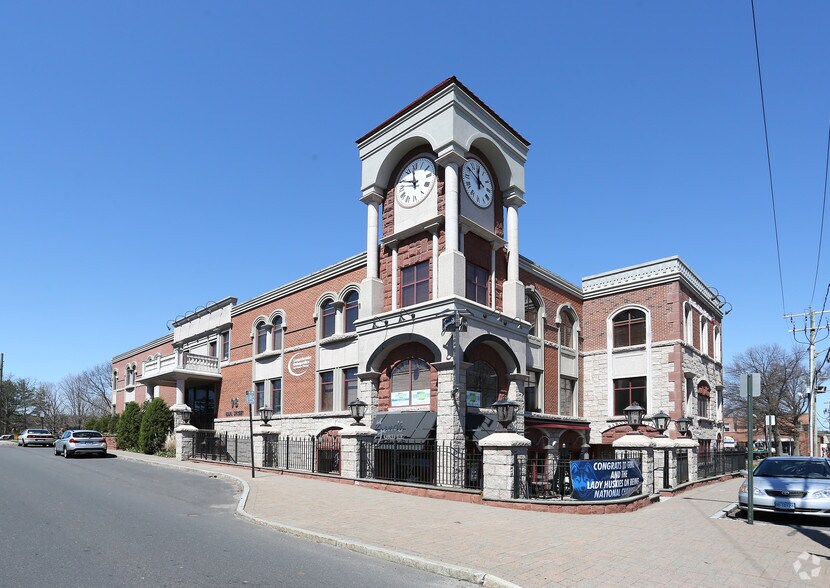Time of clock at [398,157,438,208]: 11:48
